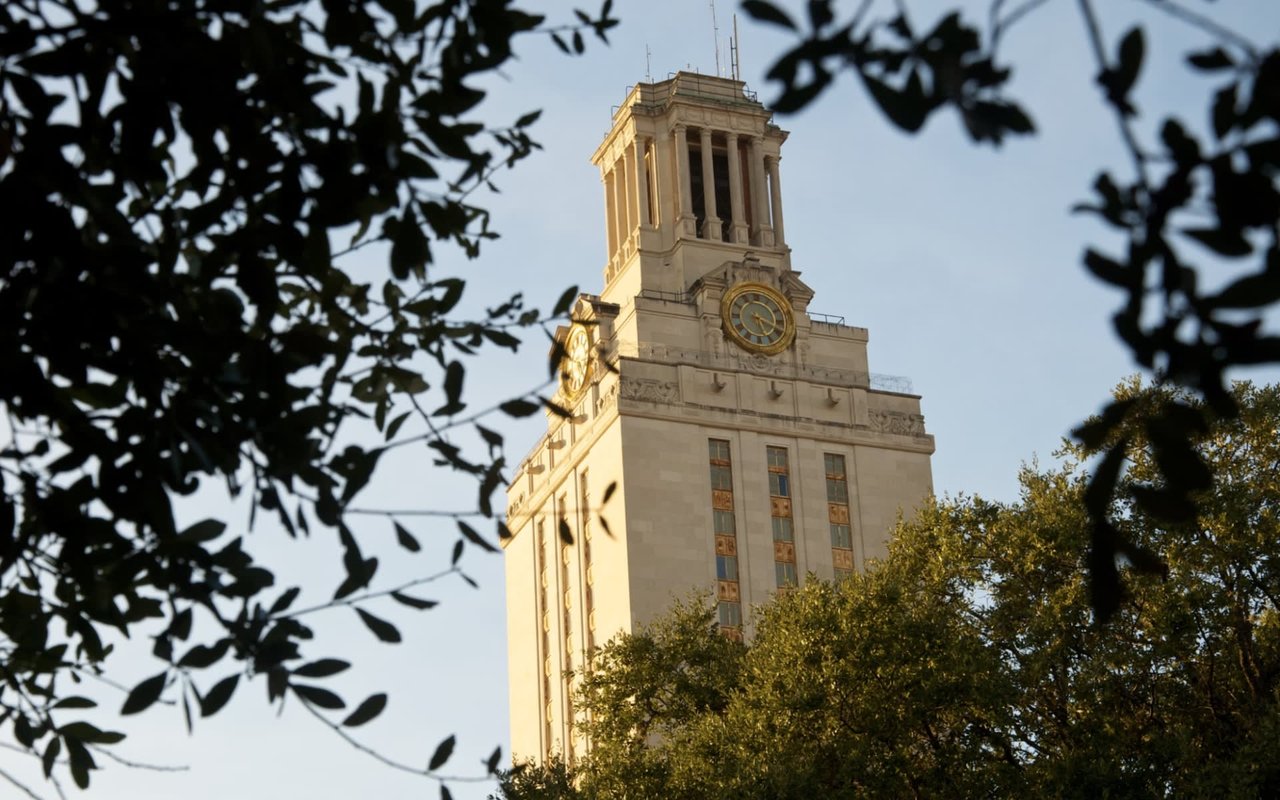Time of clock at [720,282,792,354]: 5:18
